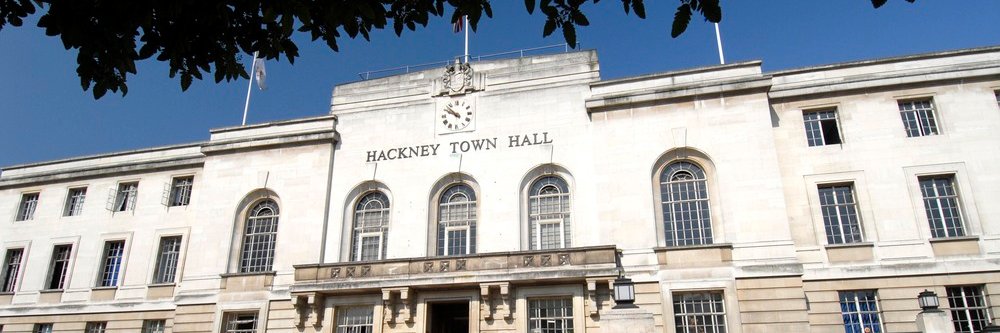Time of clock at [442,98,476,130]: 9:52
